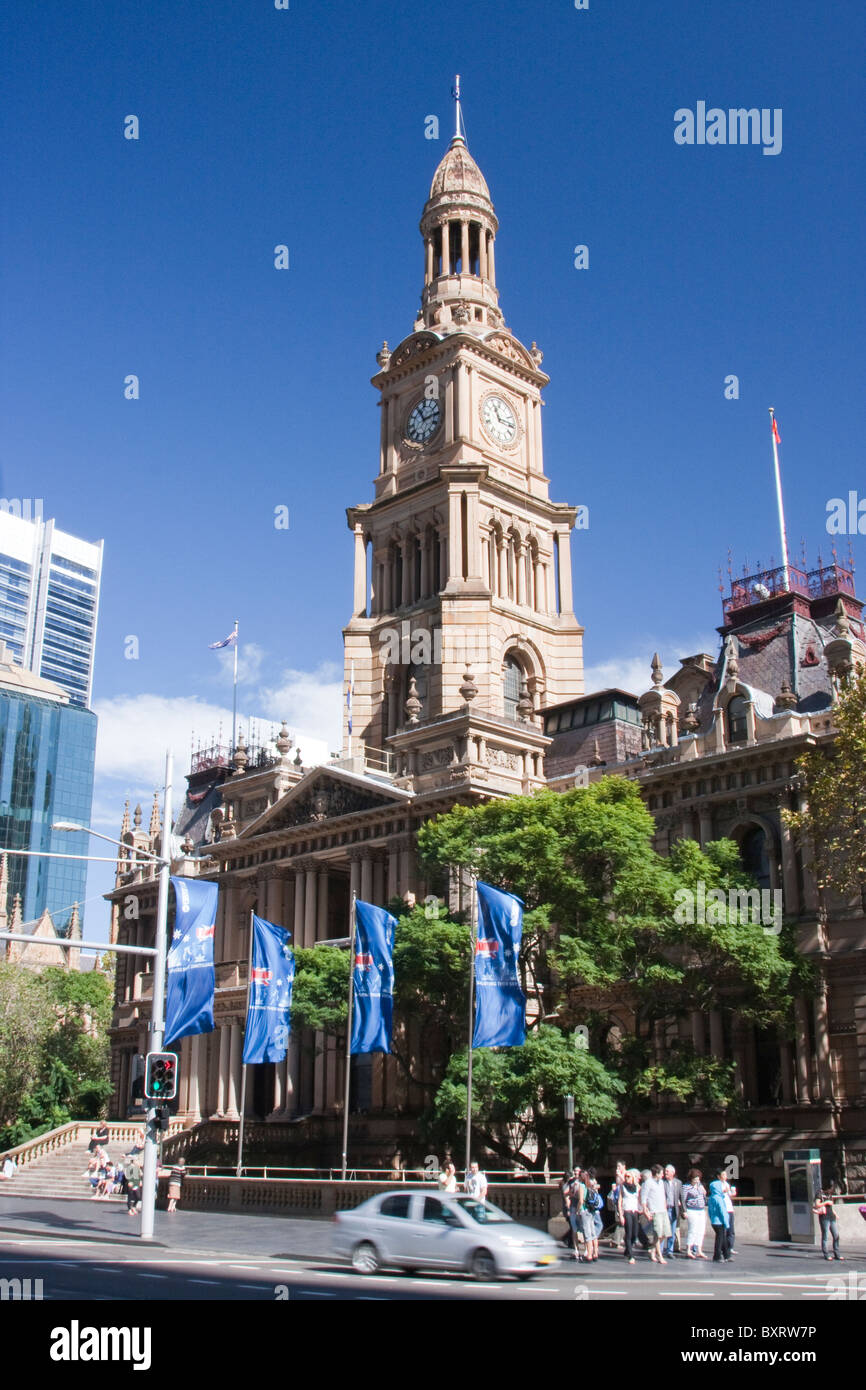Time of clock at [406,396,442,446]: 11:13
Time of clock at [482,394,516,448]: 11:15
